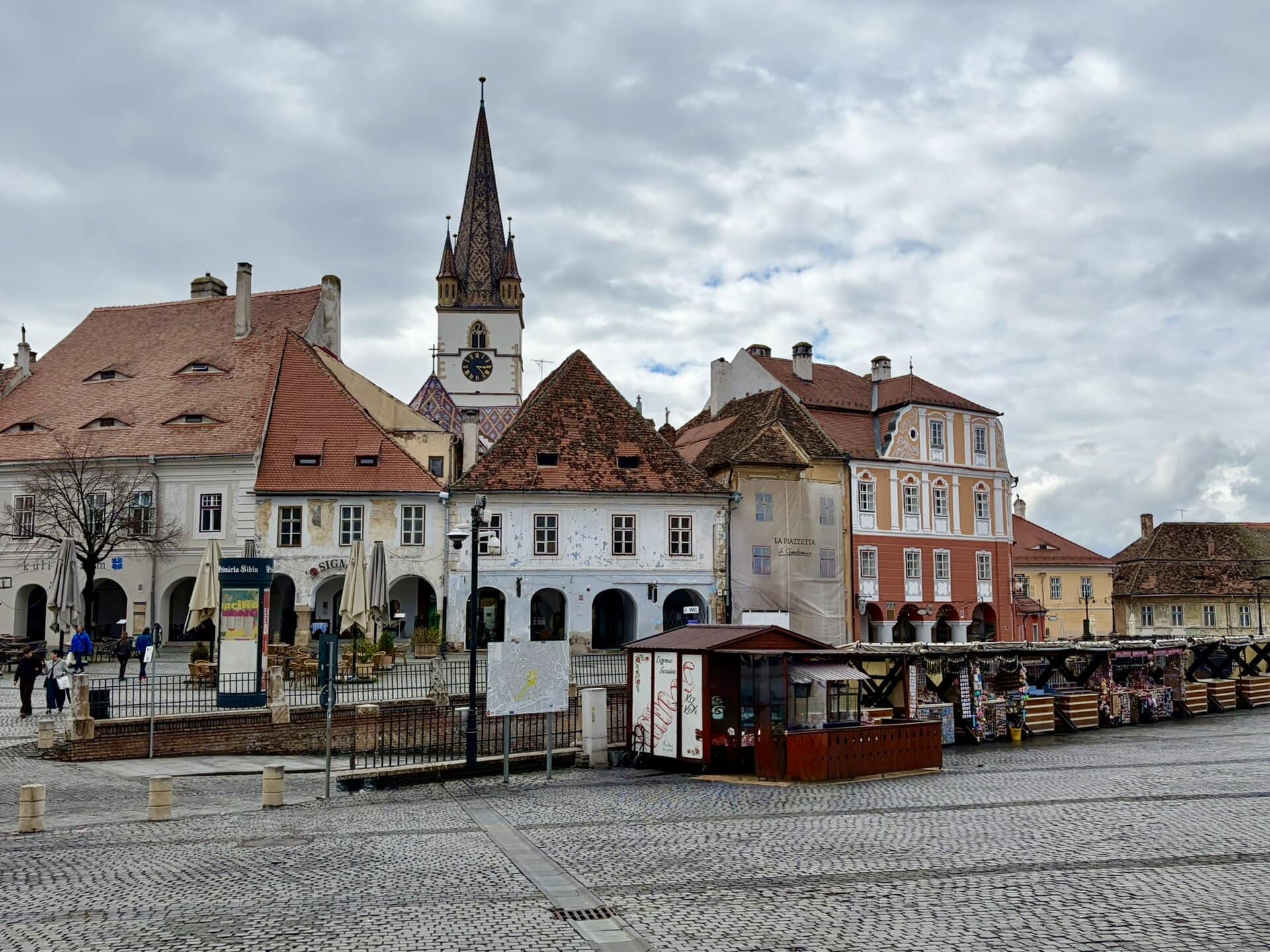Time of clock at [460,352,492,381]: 3:23
